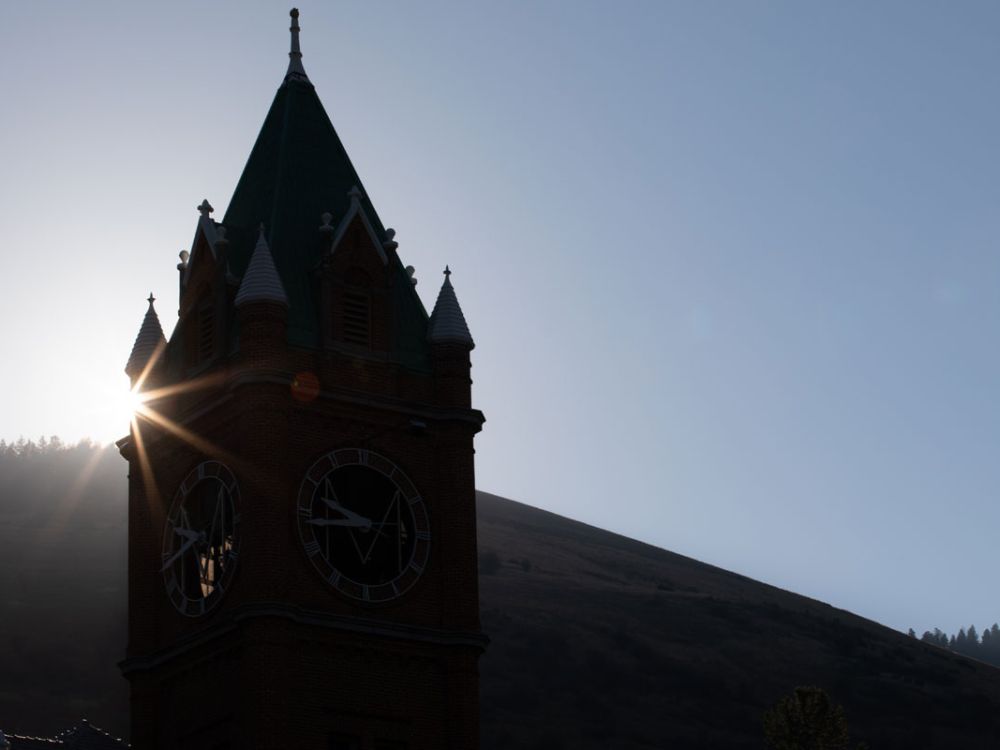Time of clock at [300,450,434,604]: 9:43
